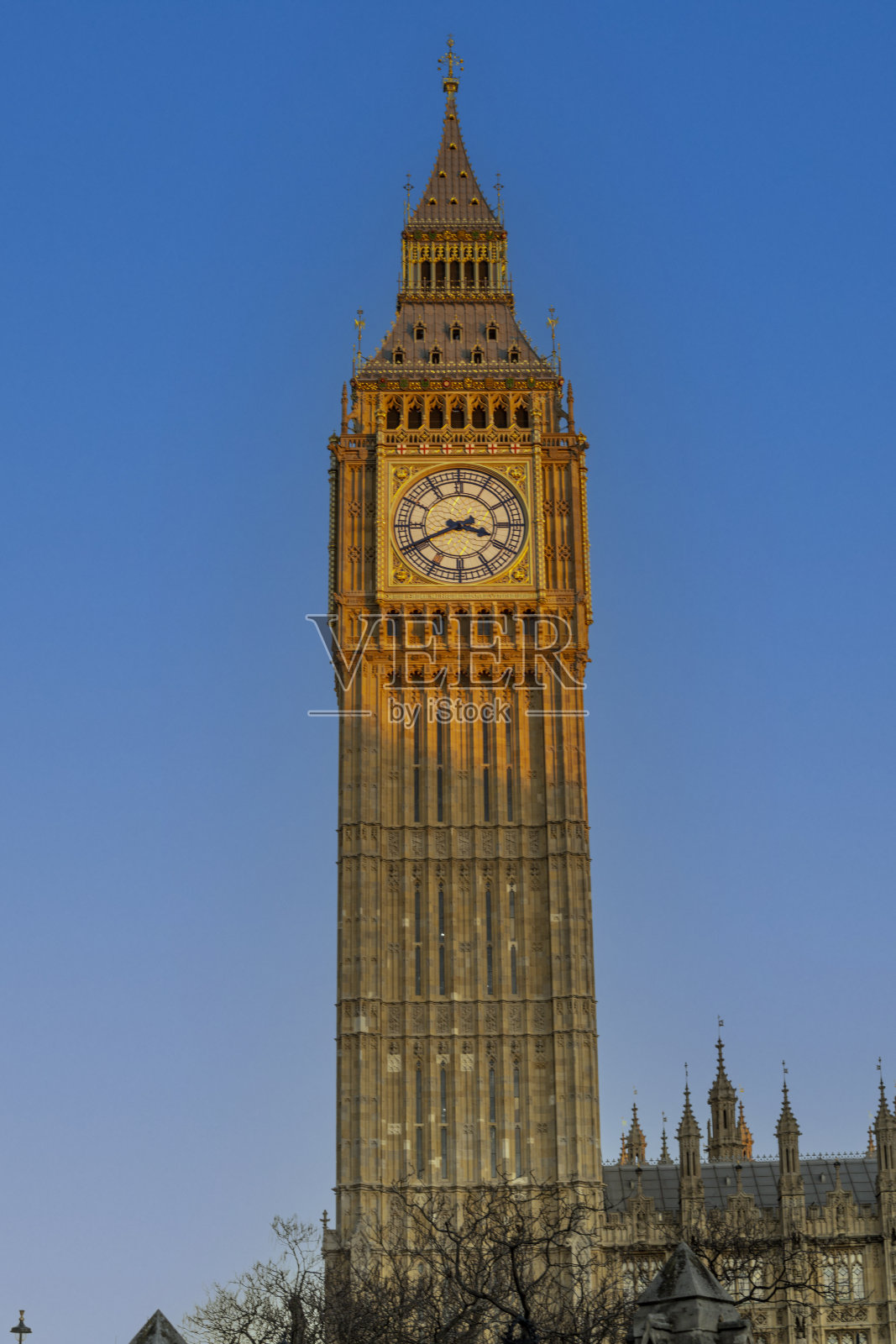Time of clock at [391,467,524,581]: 3:40
